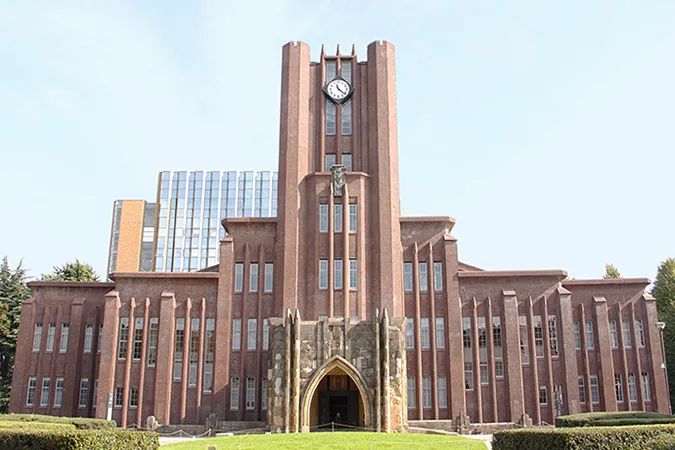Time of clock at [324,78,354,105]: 11:21
